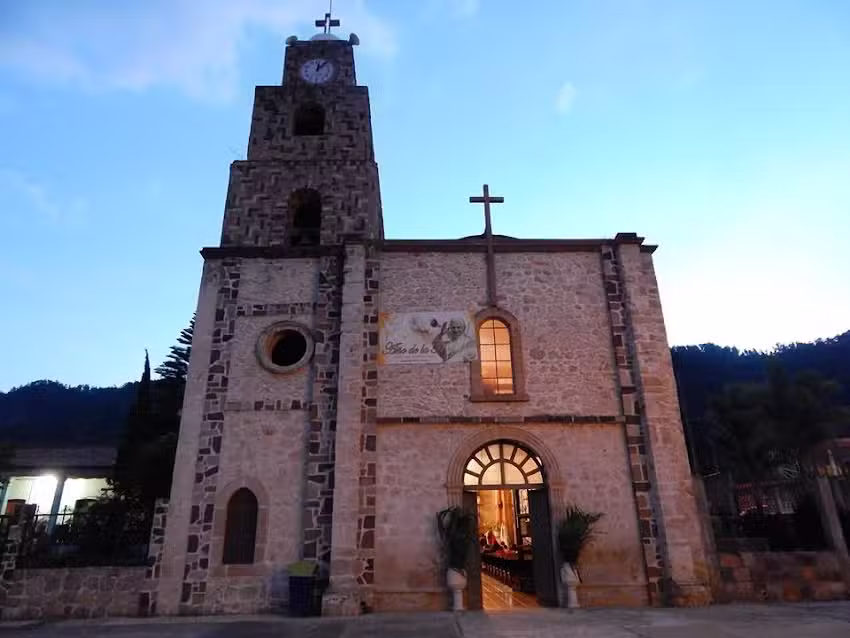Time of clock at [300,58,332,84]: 12:07
